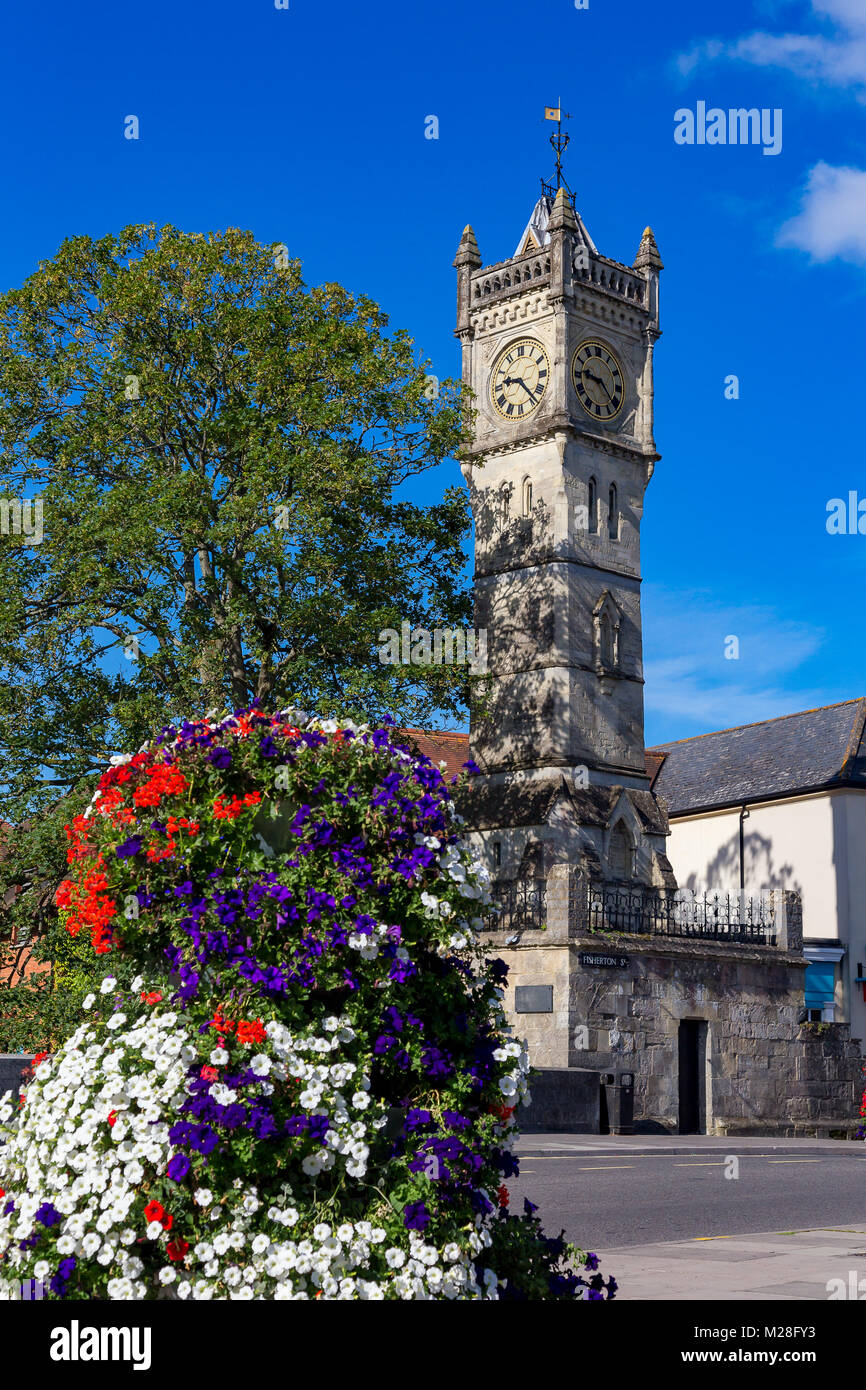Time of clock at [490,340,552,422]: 9:23
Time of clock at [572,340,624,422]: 9:22
